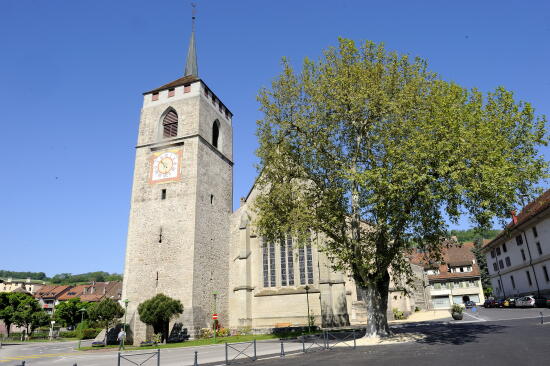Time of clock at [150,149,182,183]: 10:28
